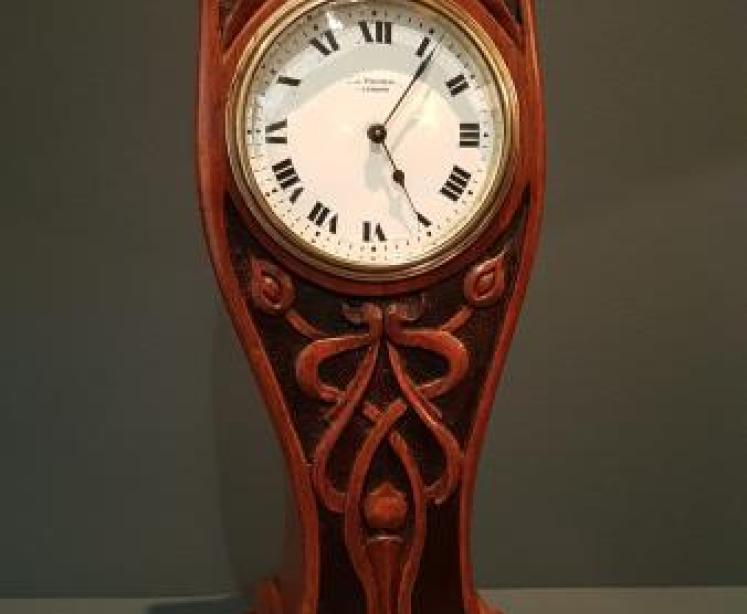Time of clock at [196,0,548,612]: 5:06
